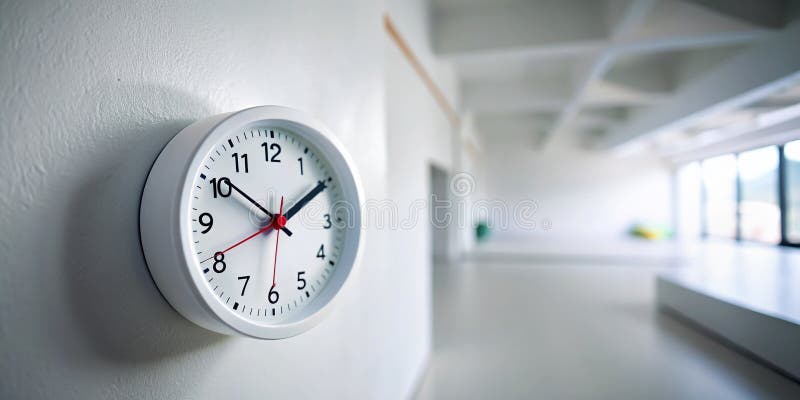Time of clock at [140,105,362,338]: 1:50
